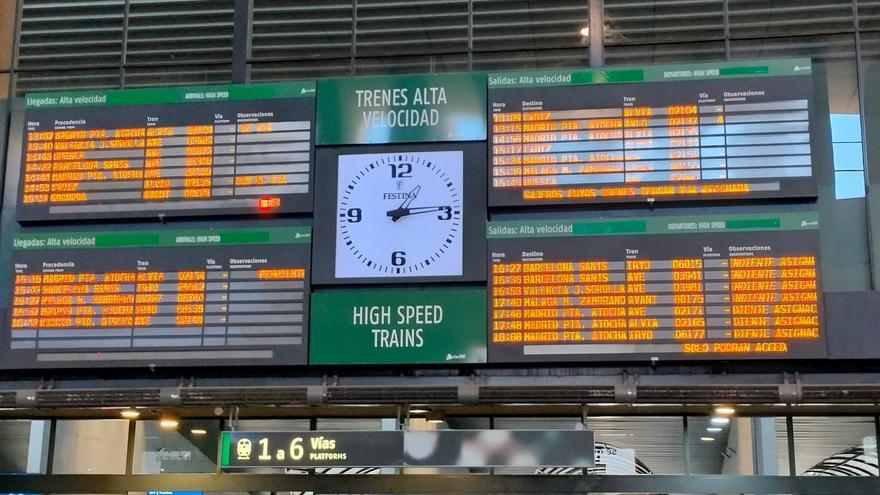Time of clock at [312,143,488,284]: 1:13
